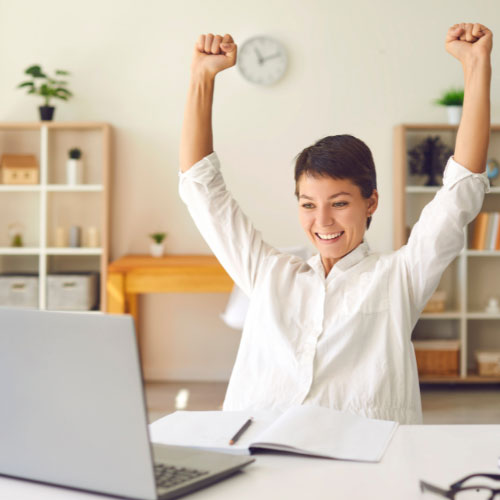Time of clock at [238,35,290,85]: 11:11
